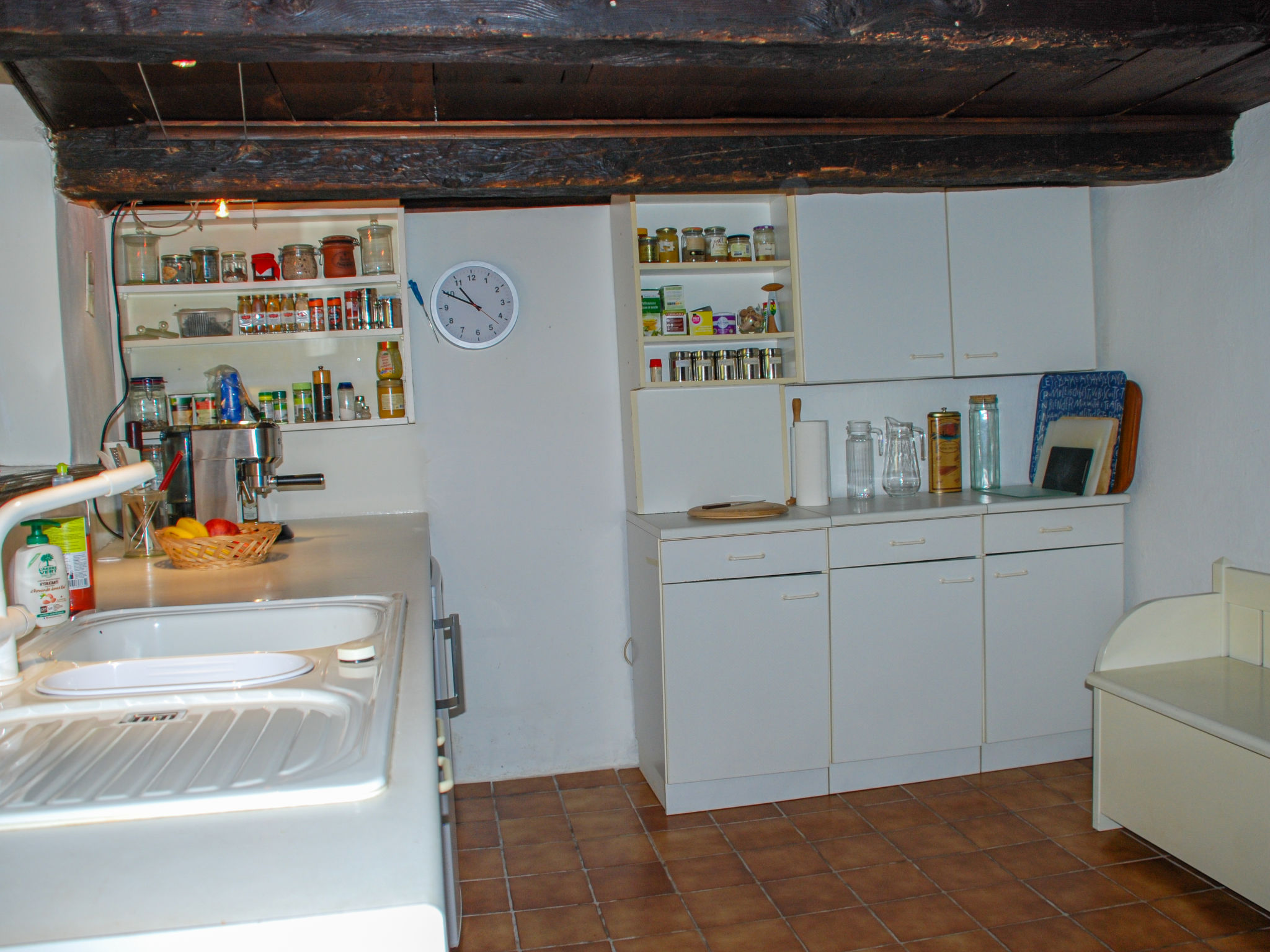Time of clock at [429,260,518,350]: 10:49
